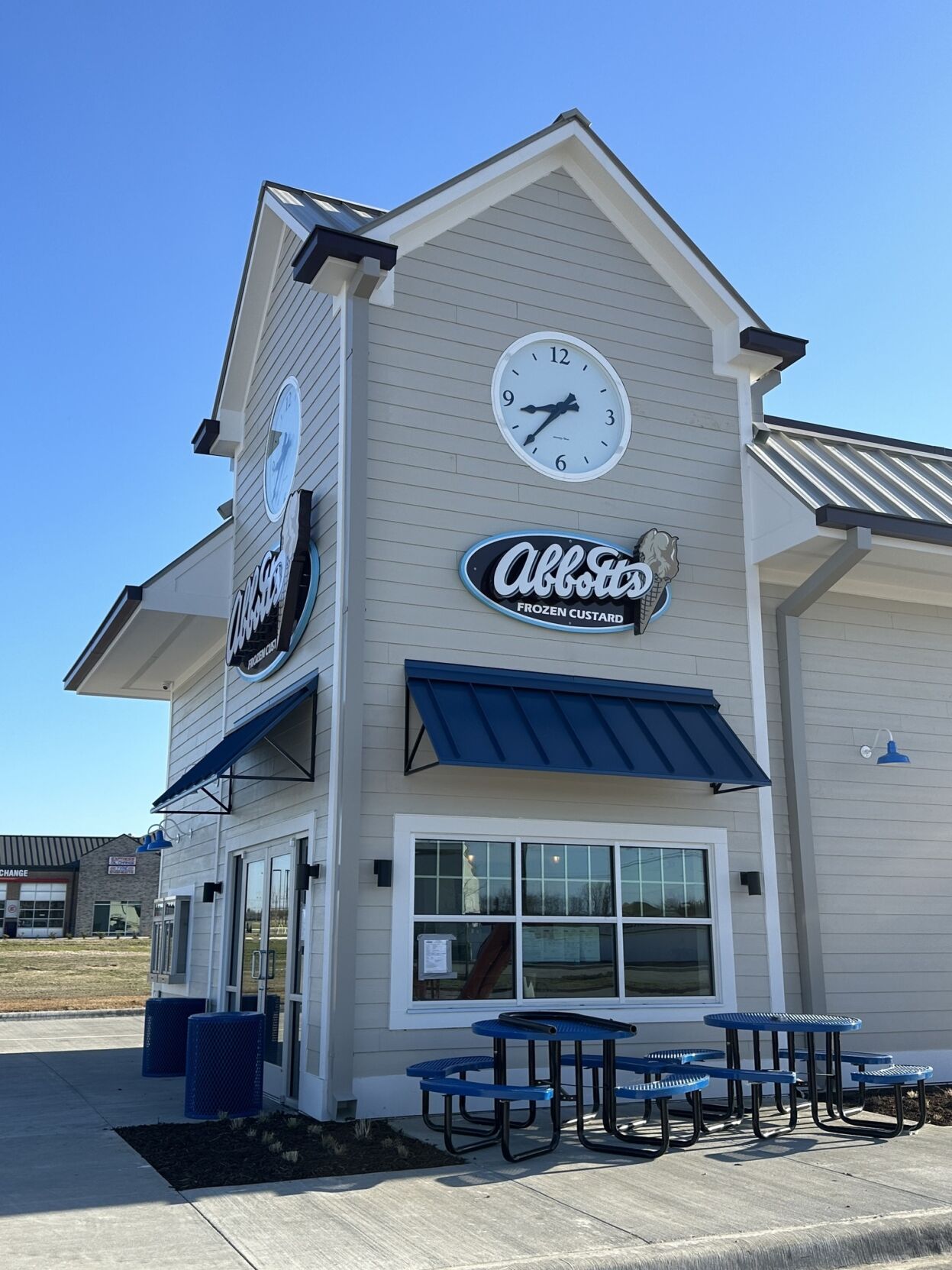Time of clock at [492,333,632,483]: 8:37
